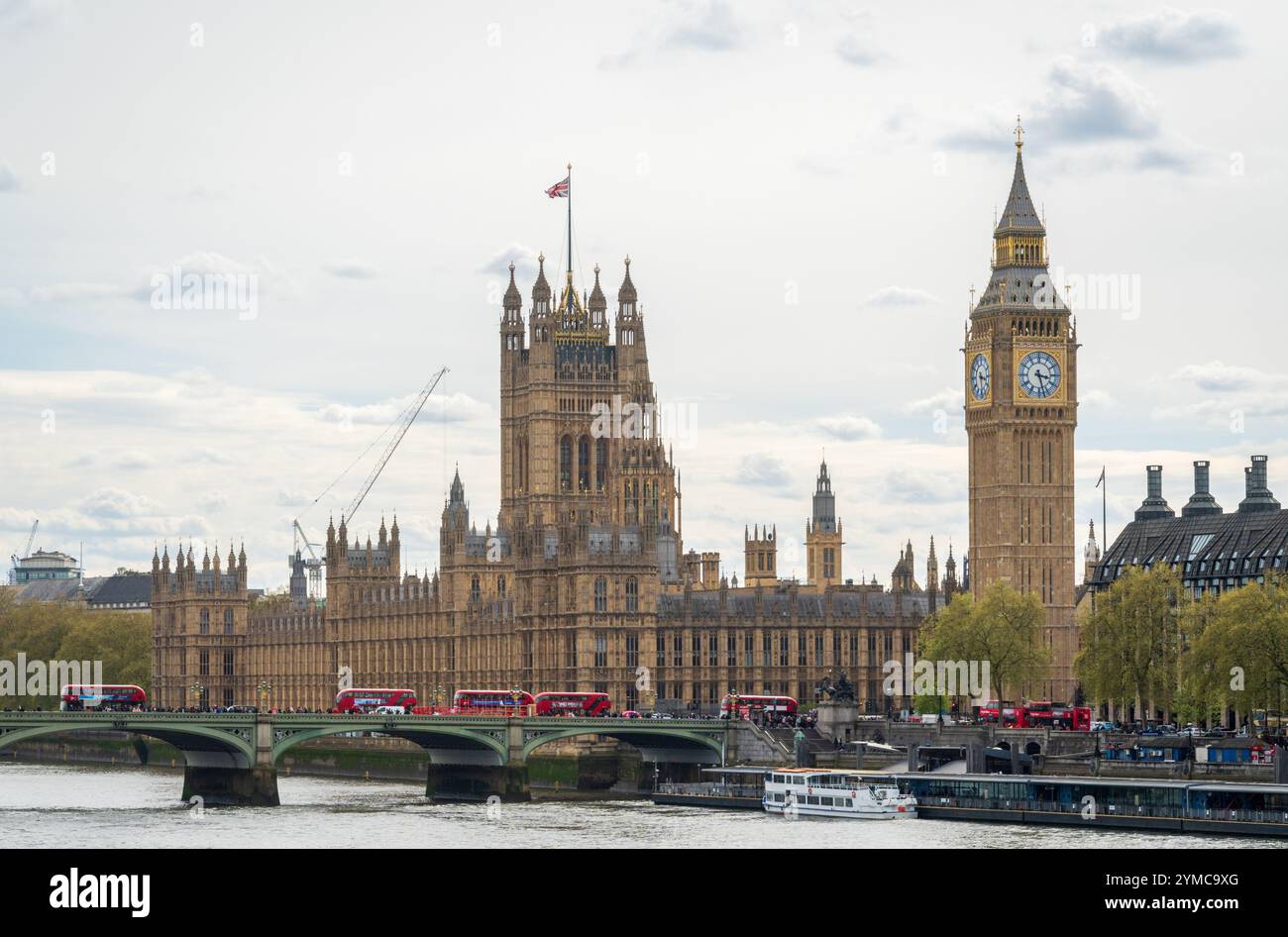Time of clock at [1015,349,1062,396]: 3:27
